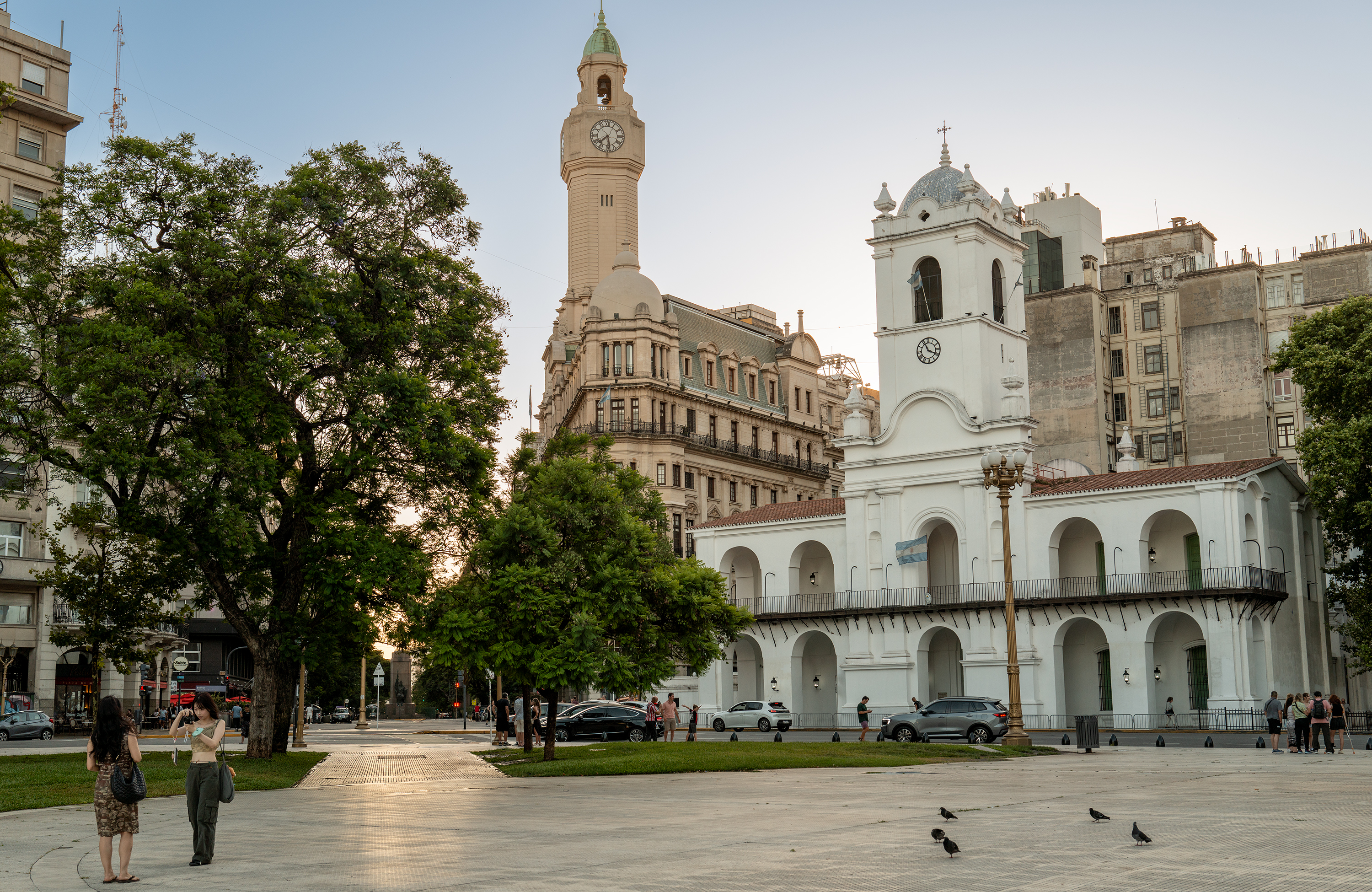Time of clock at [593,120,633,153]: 7:28
